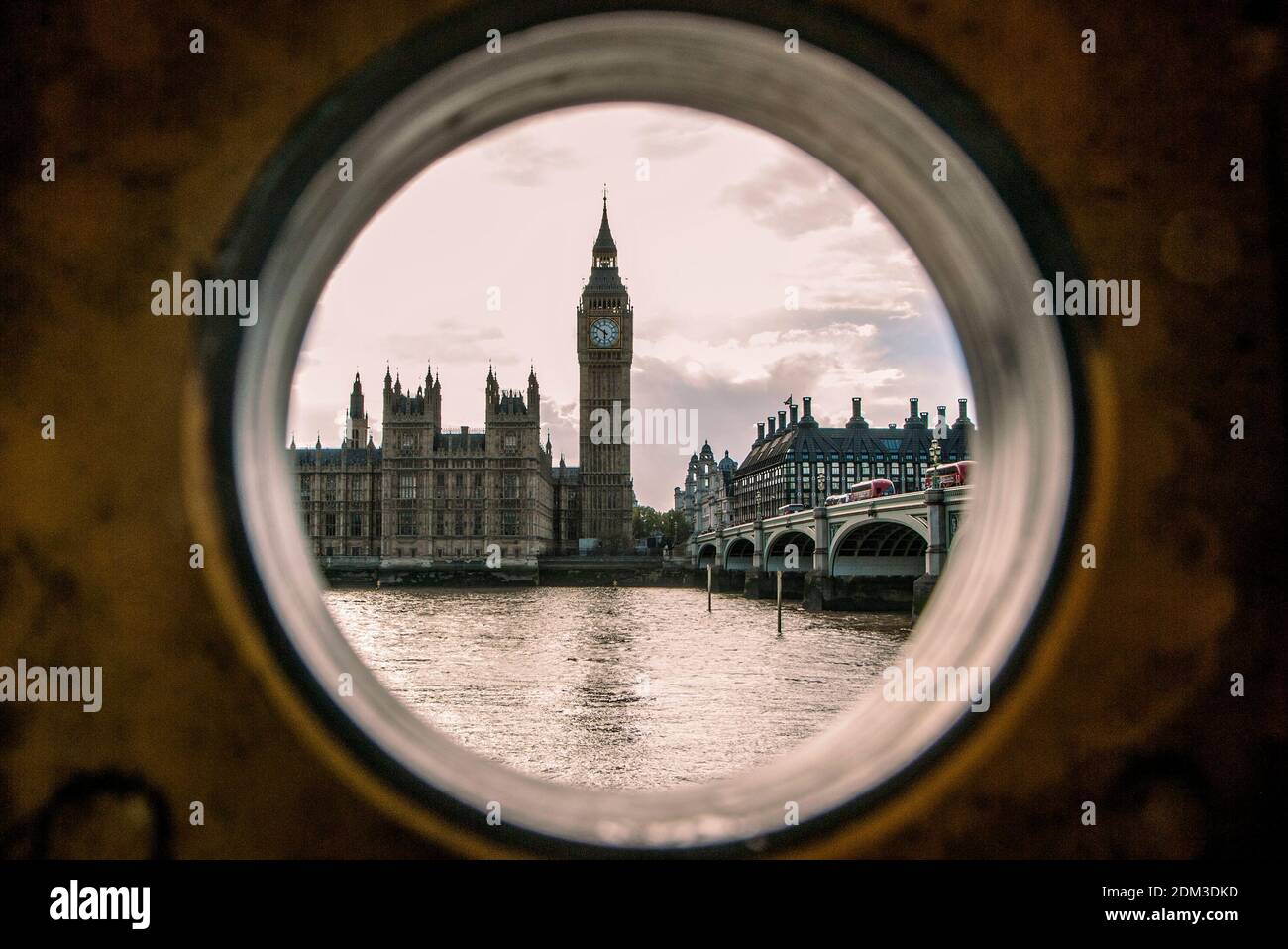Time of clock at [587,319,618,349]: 5:50
